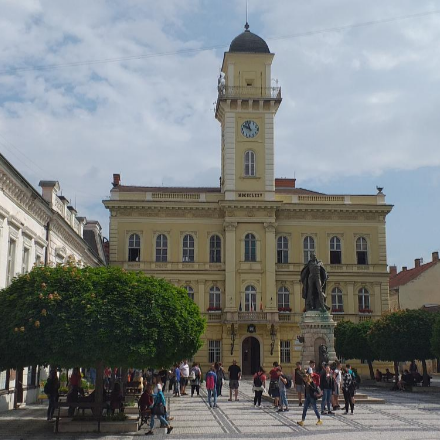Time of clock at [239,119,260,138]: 9:57
